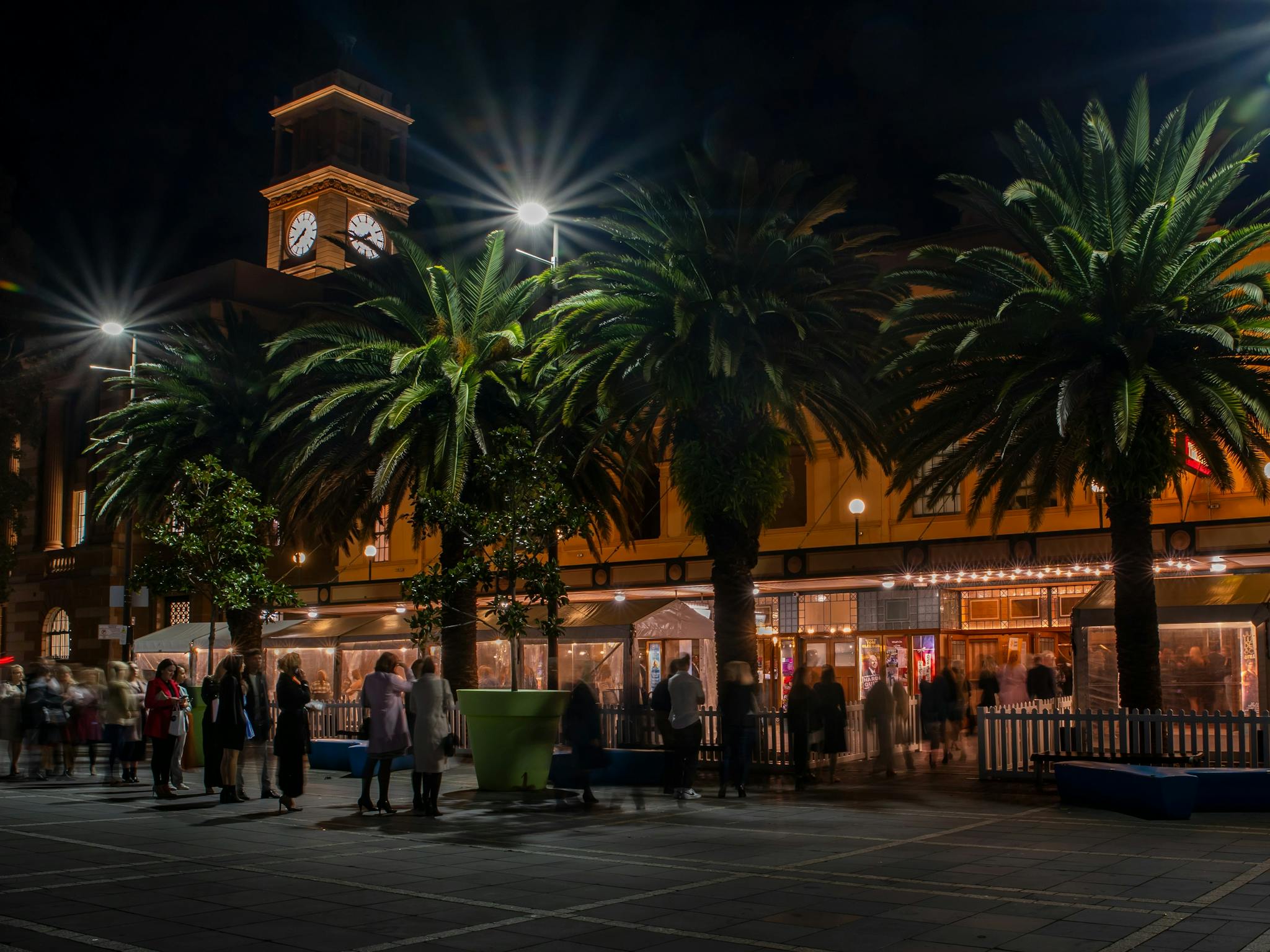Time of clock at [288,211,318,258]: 7:39
